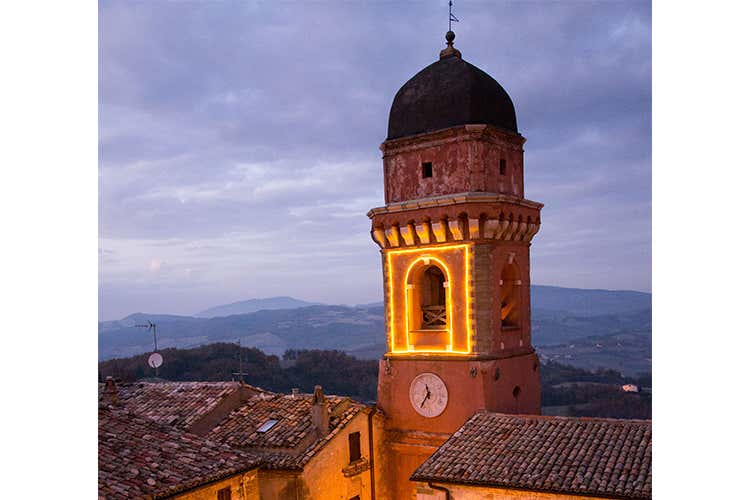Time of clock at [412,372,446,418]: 11:35
